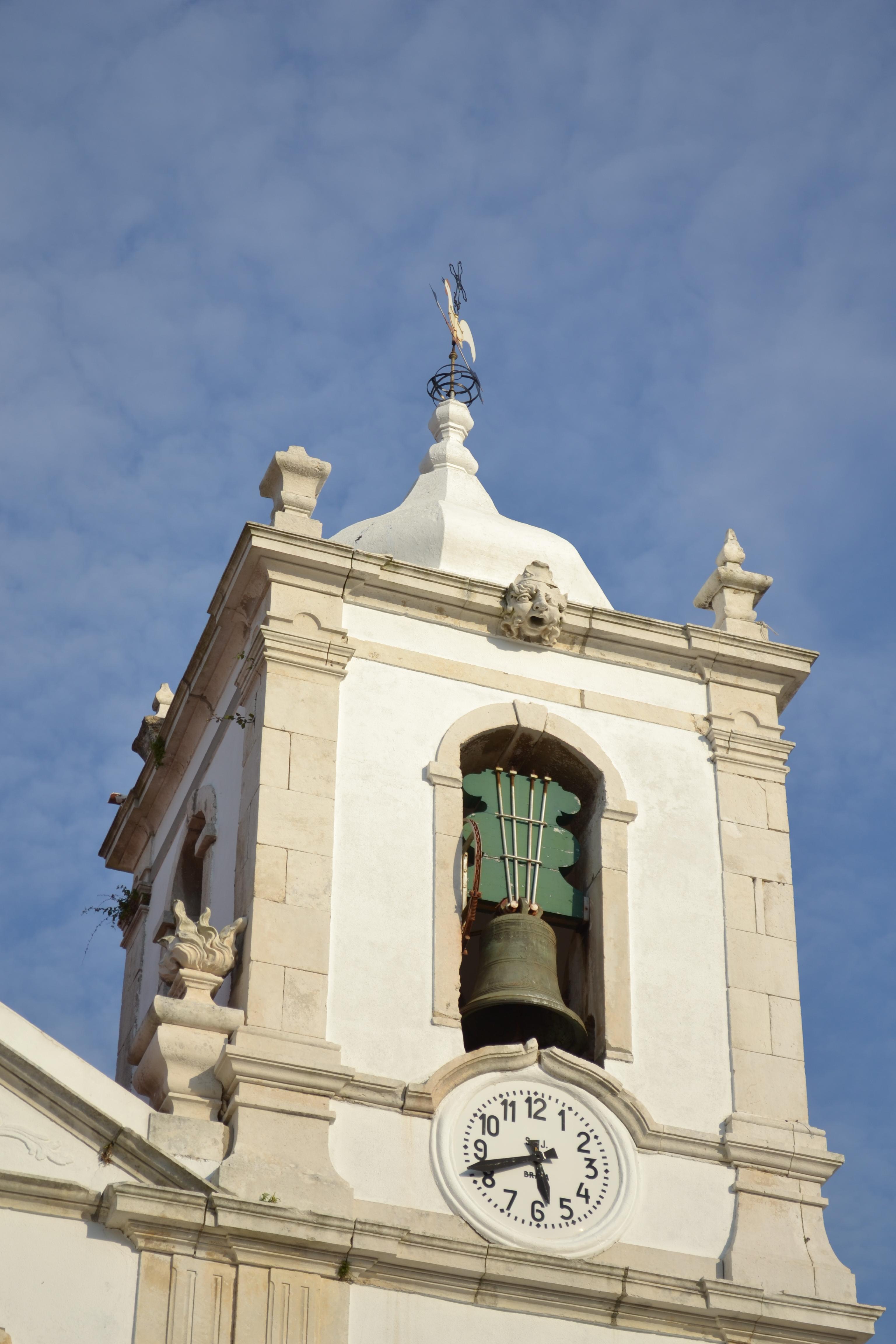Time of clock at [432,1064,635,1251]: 5:41
